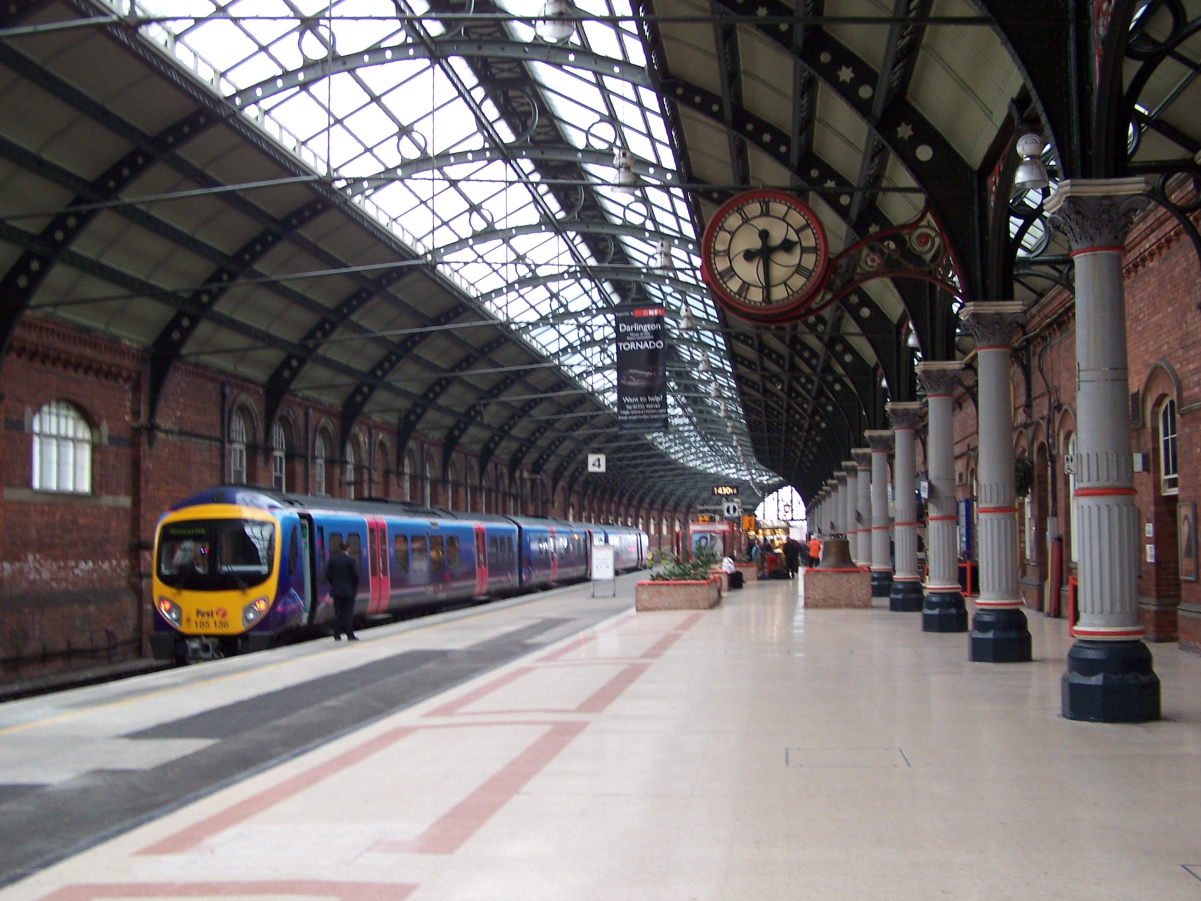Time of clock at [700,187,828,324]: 2:29
